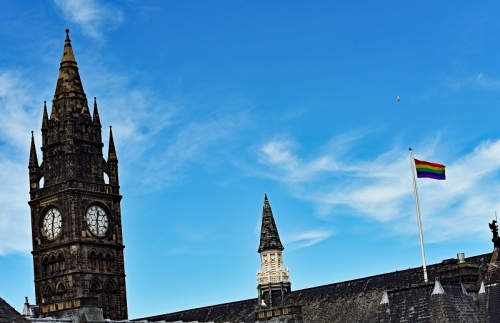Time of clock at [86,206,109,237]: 12:30
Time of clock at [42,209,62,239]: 12:30
